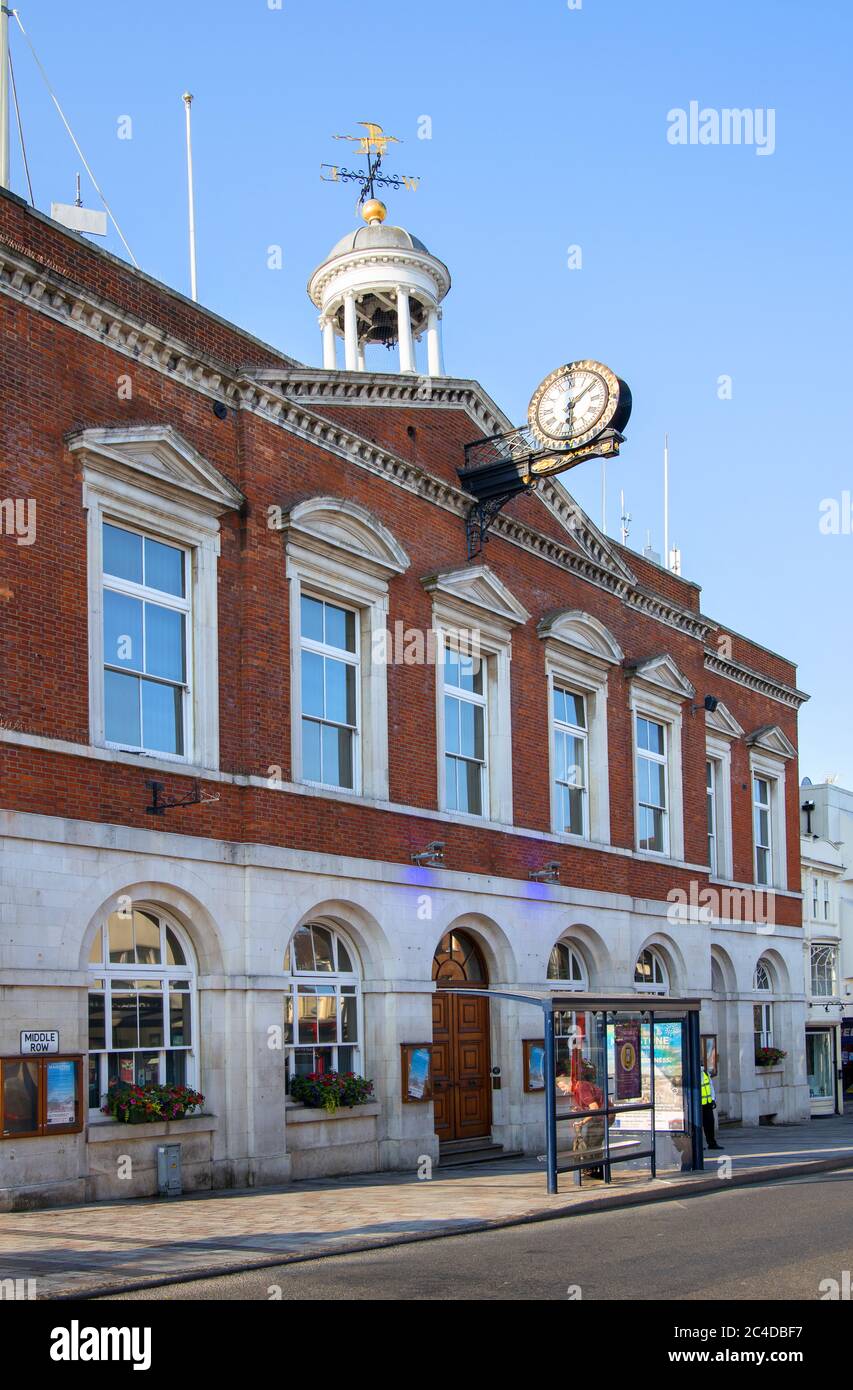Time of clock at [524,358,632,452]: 6:08
